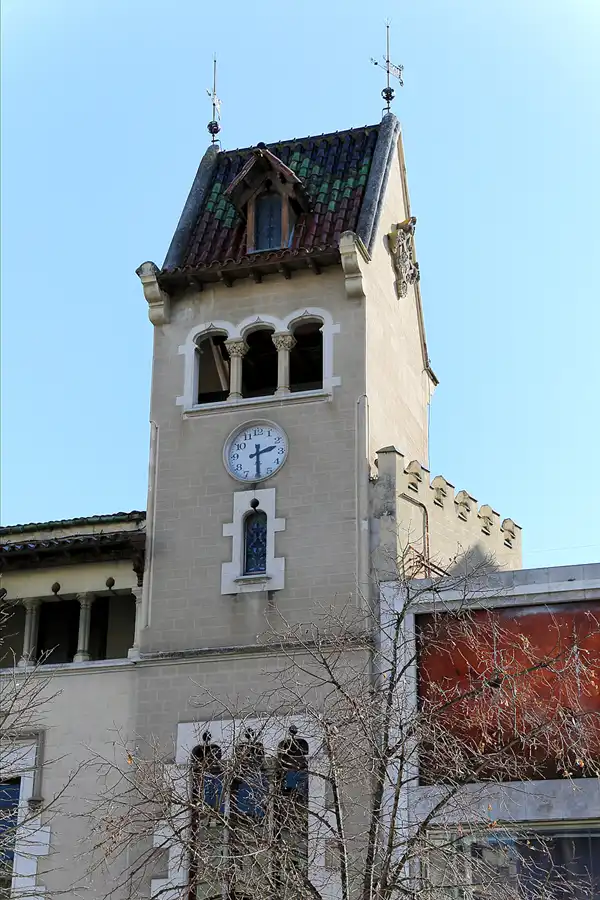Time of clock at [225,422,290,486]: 2:29
